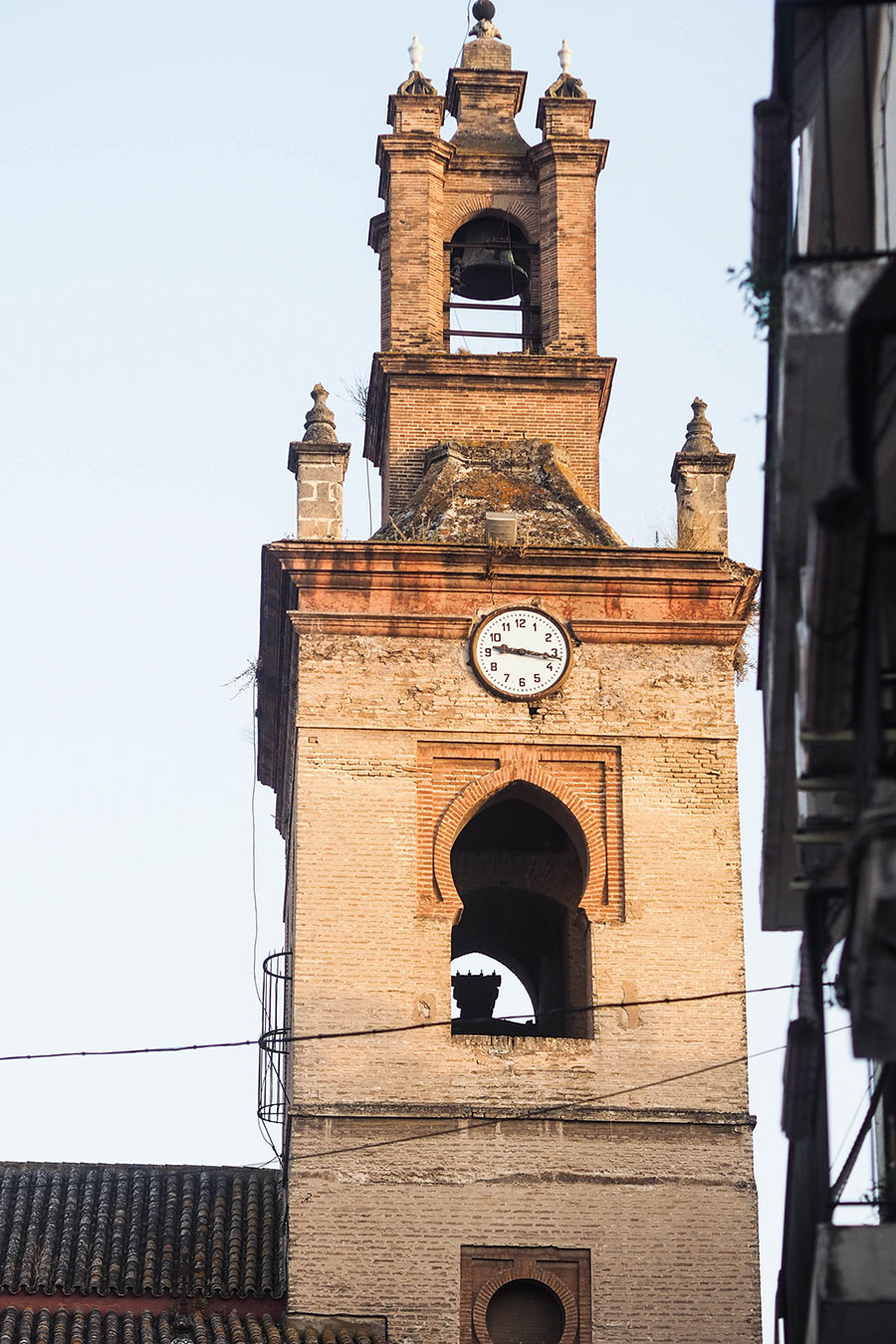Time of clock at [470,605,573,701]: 9:16
